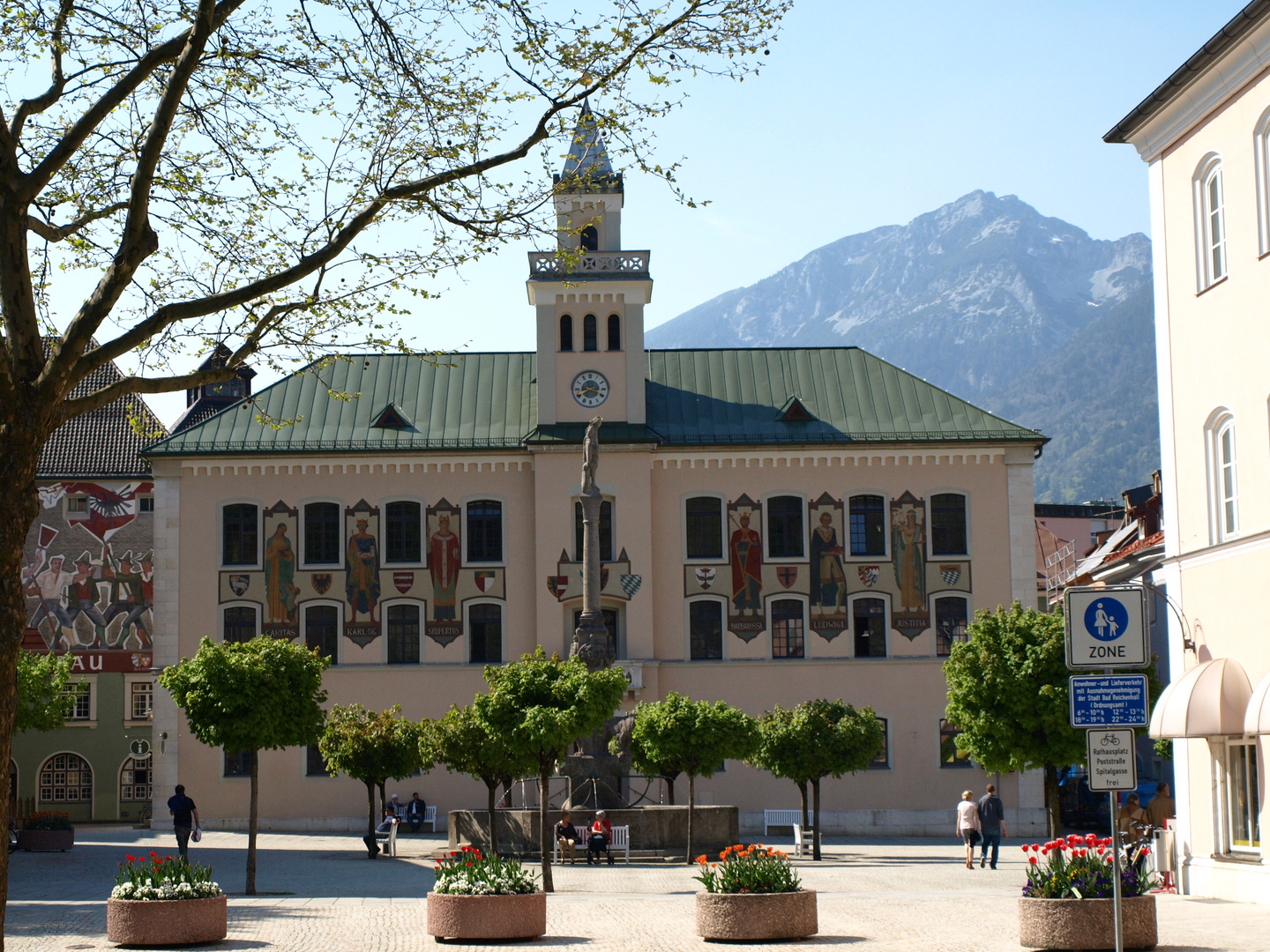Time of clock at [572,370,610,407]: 3:40
